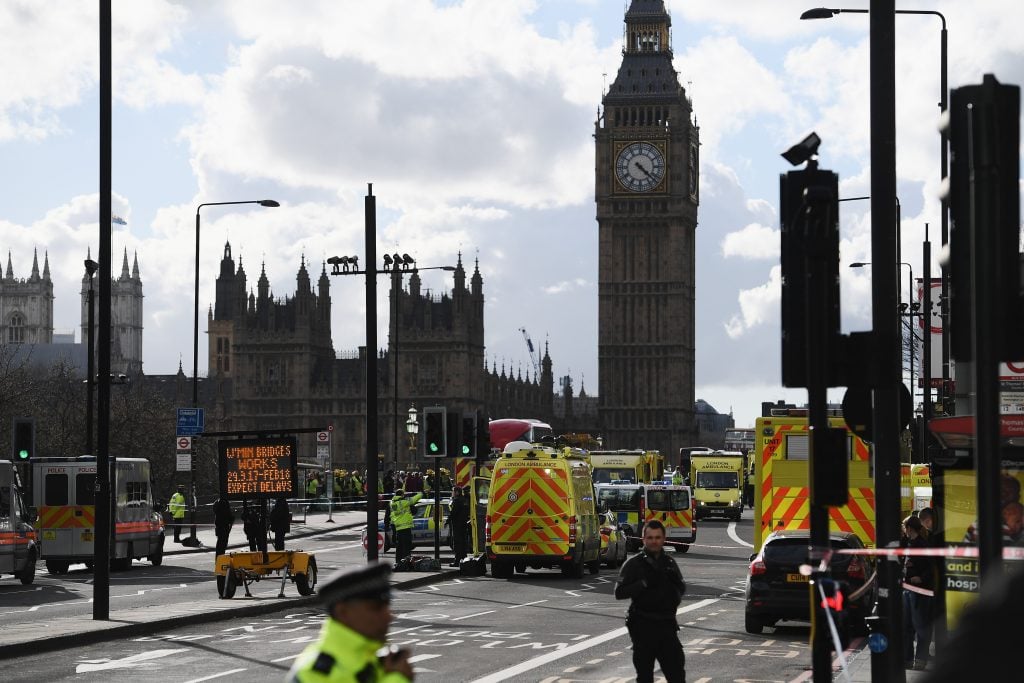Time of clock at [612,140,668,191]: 4:22
